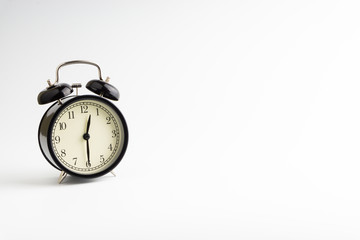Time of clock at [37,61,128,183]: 12:29
